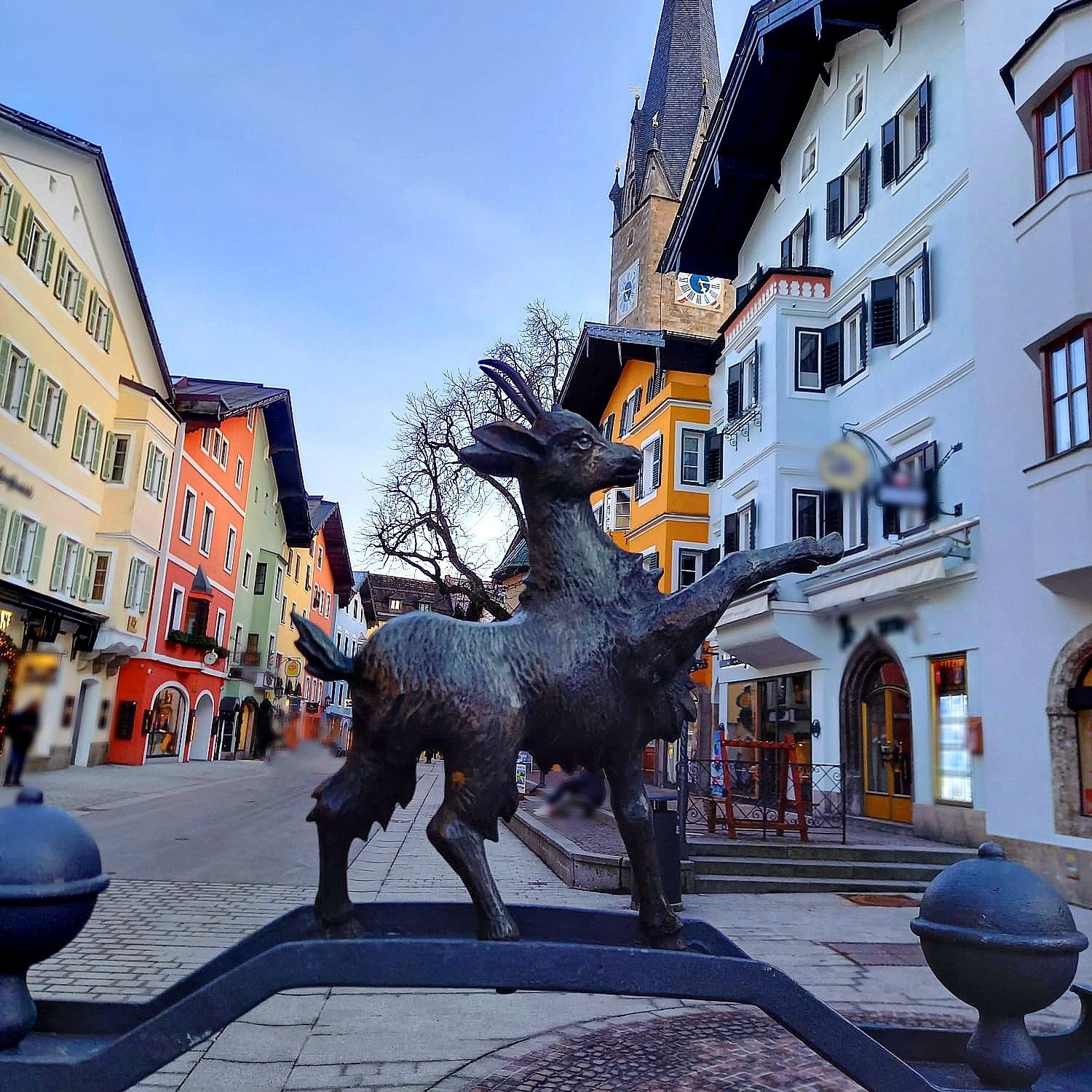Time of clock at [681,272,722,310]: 5:14
